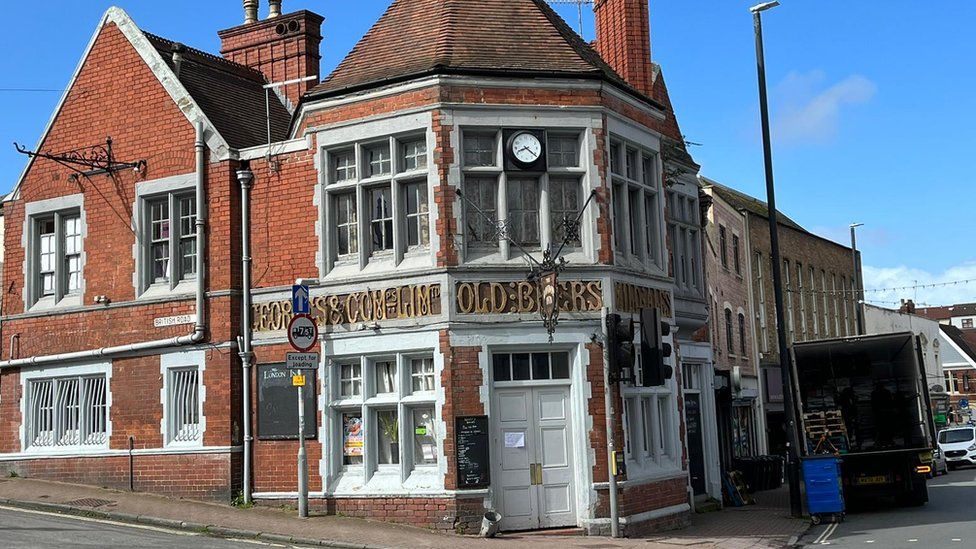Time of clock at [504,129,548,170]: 8:21
